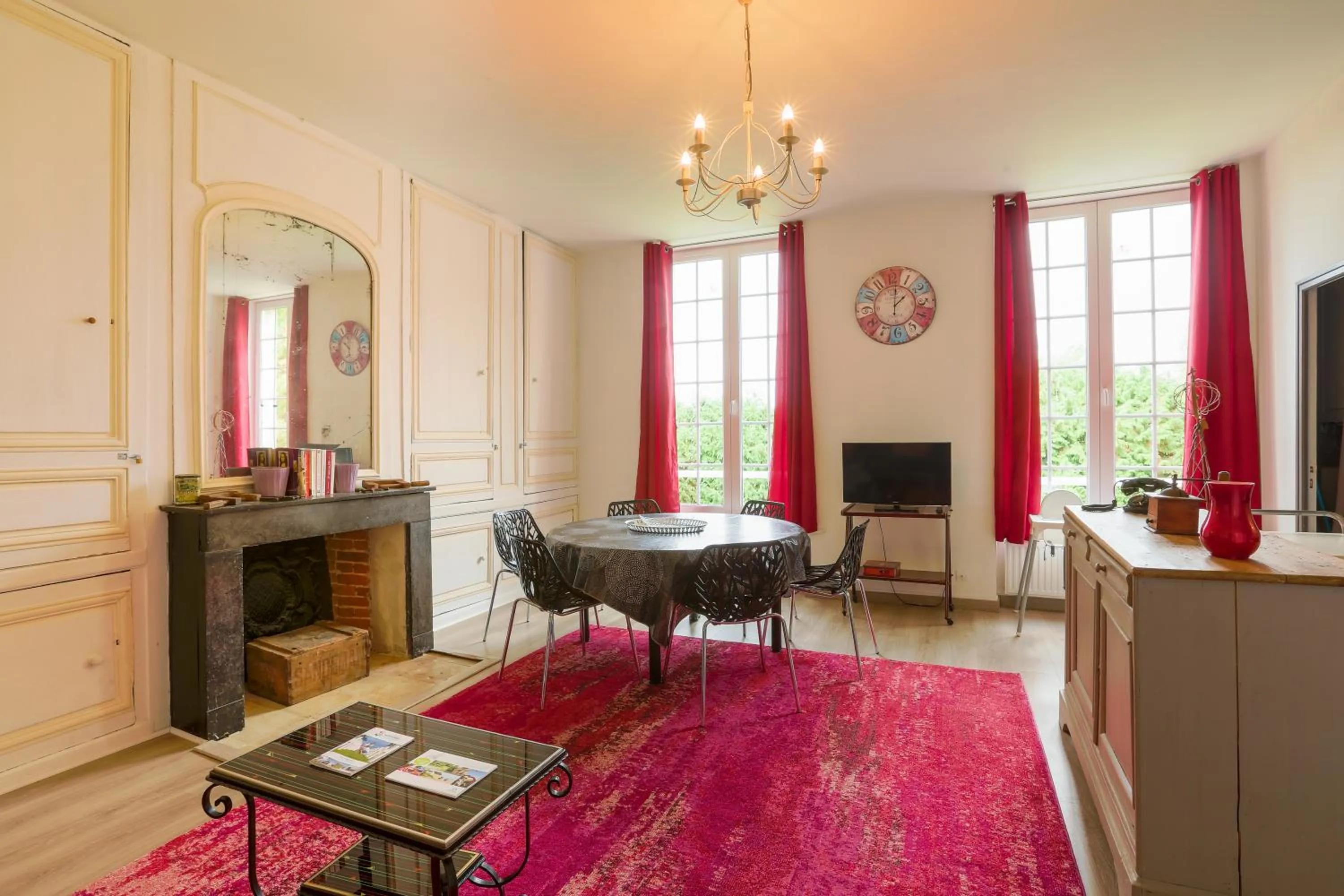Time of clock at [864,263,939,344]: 2:01
